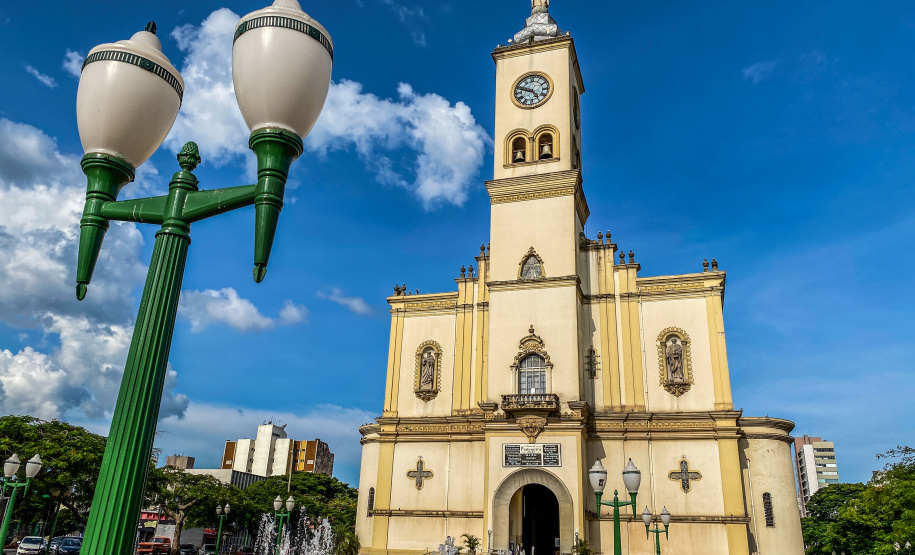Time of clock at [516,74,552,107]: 4:47
